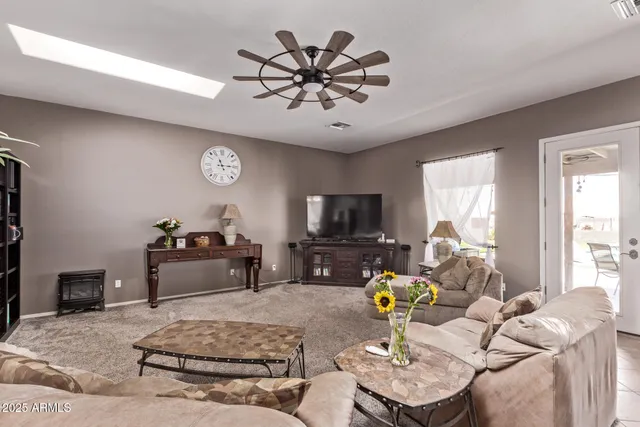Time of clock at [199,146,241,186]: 11:14
